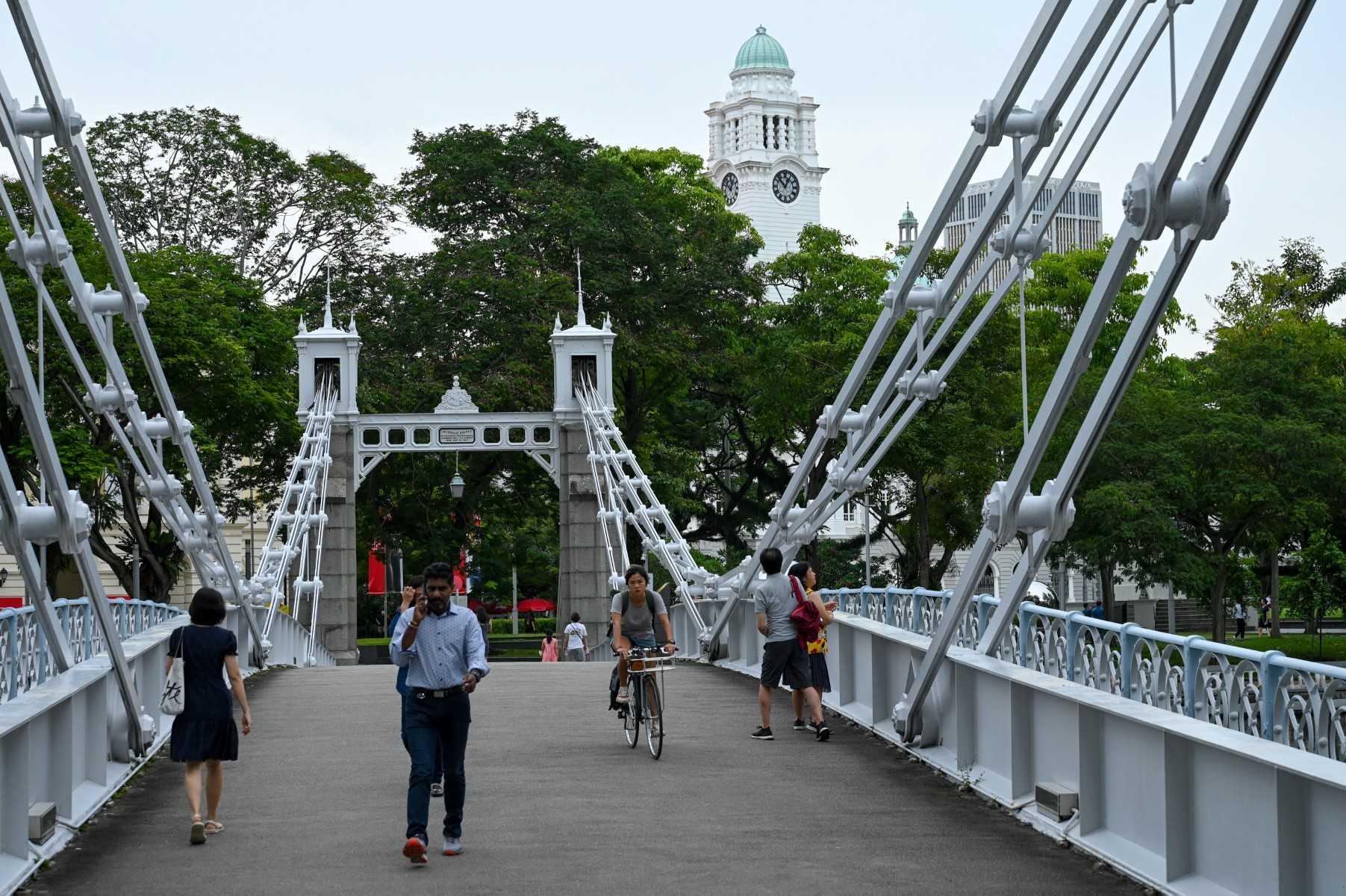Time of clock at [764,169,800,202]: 12:52
